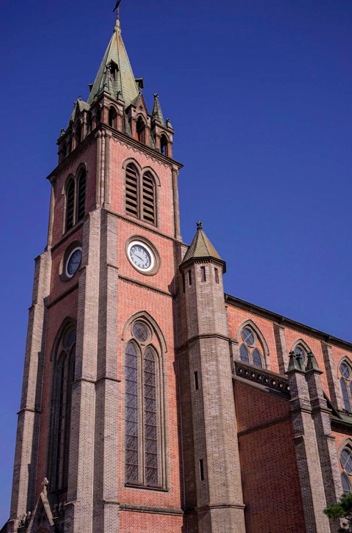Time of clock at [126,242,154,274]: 3:47
